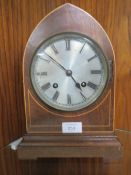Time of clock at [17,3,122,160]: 4:52
